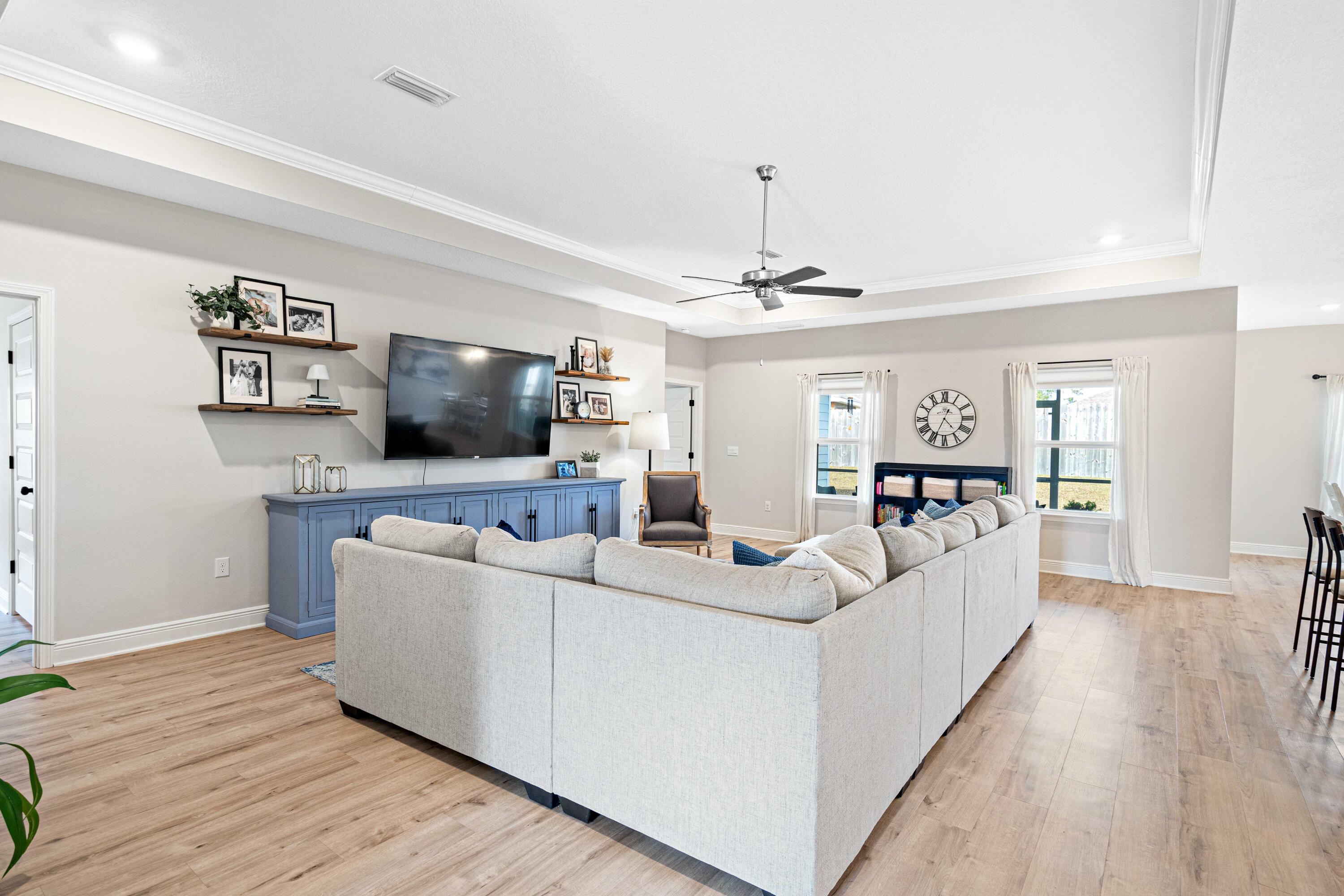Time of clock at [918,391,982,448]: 4:34
